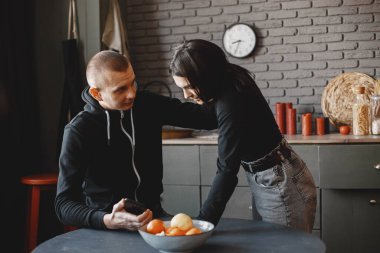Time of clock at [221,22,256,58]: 8:34
